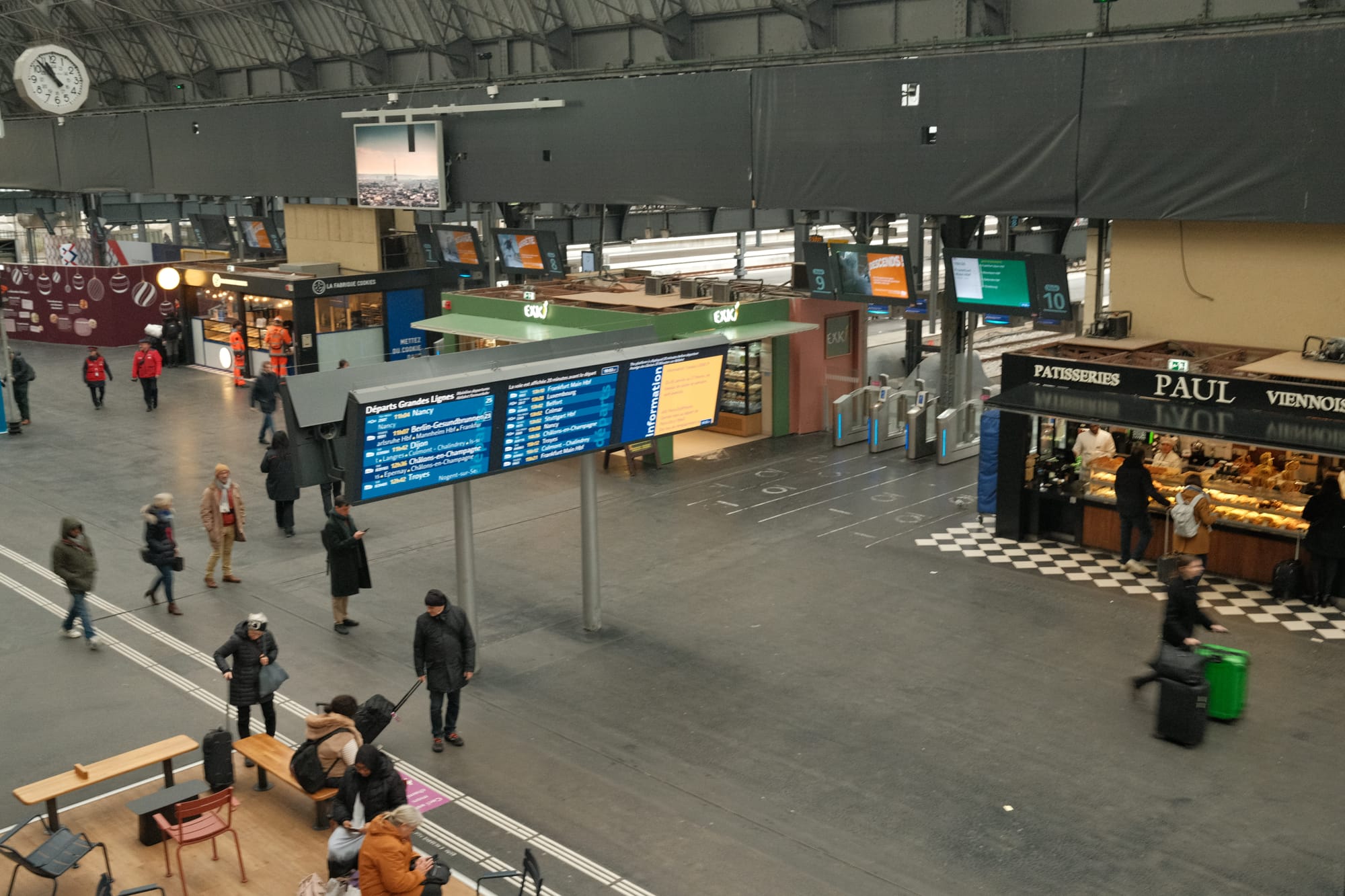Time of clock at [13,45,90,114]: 10:53
